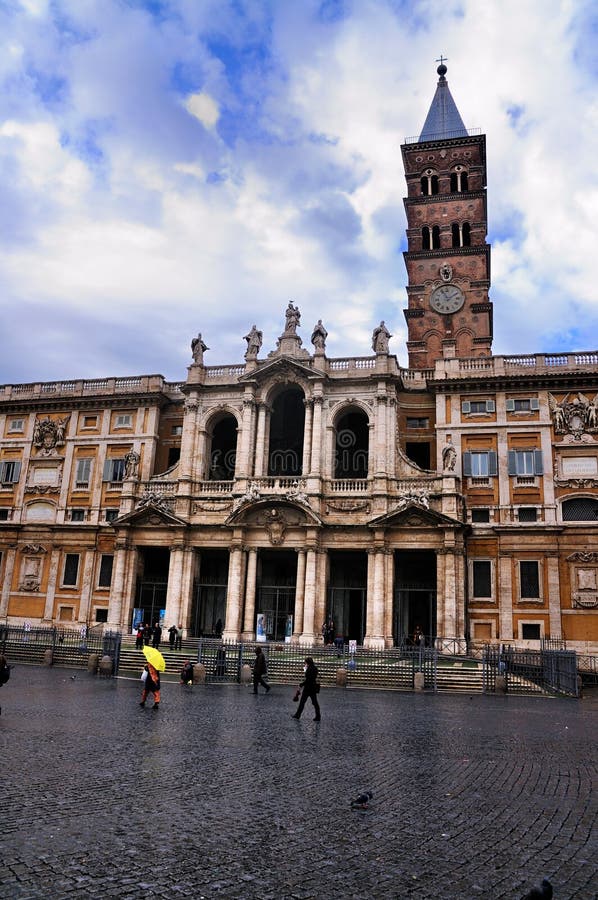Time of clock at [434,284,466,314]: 1:56
